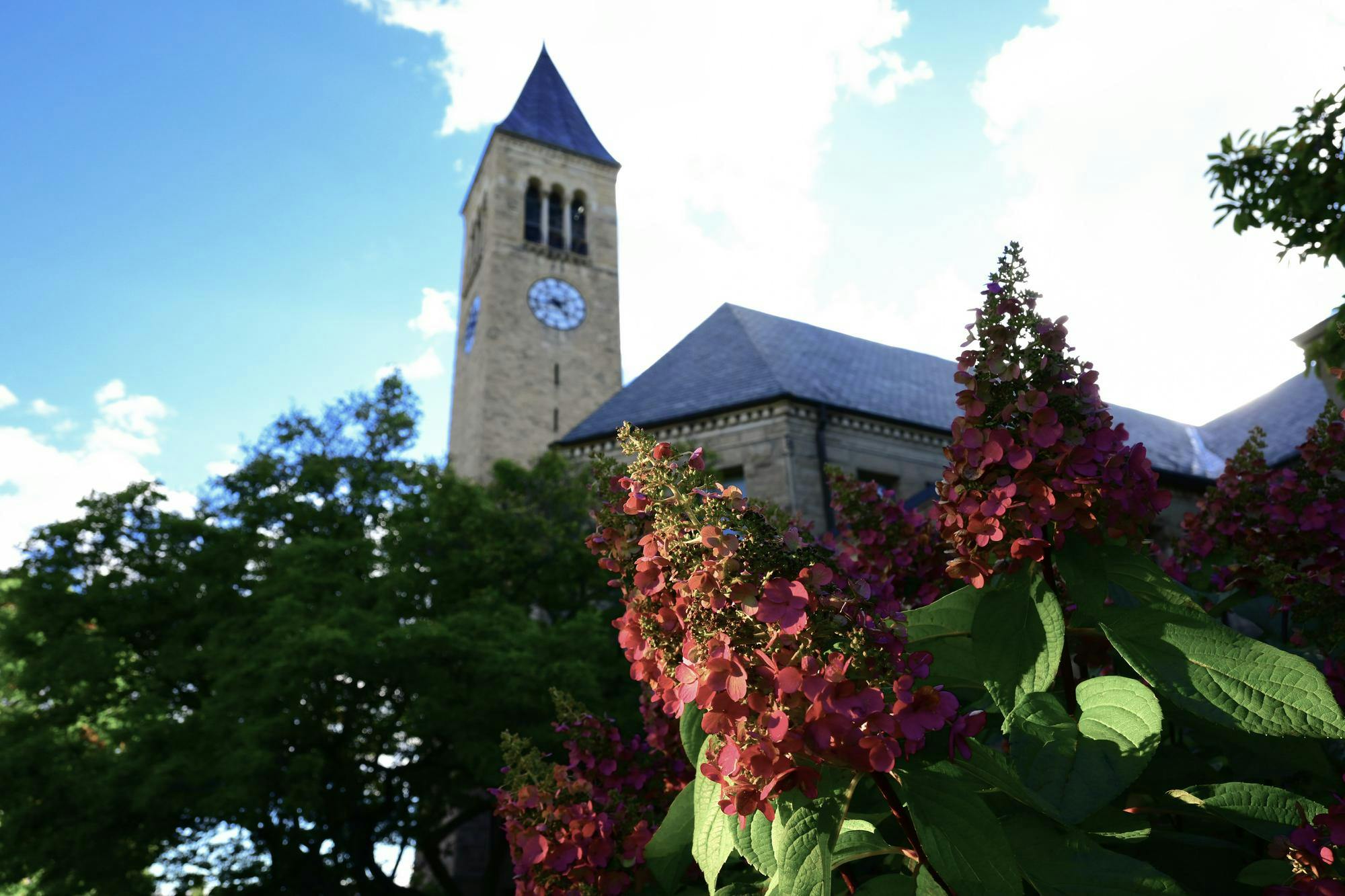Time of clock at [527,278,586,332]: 8:23
